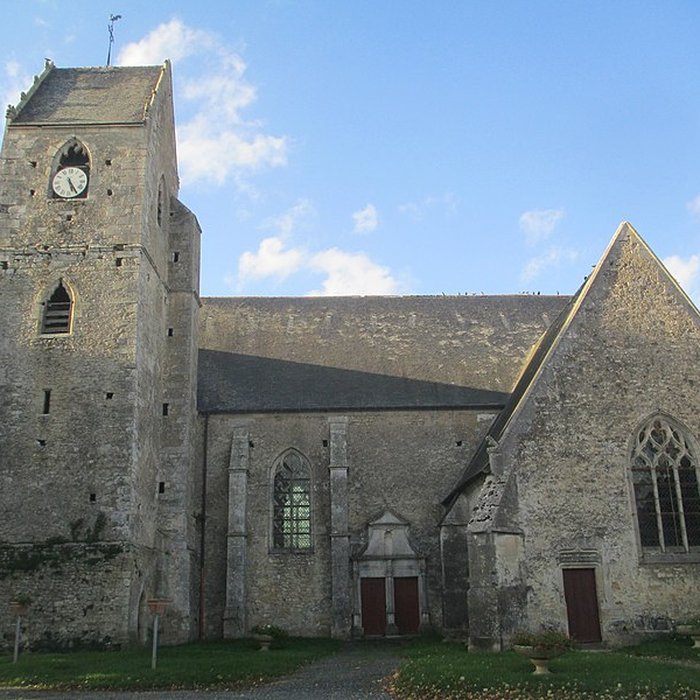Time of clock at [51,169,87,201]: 5:24
